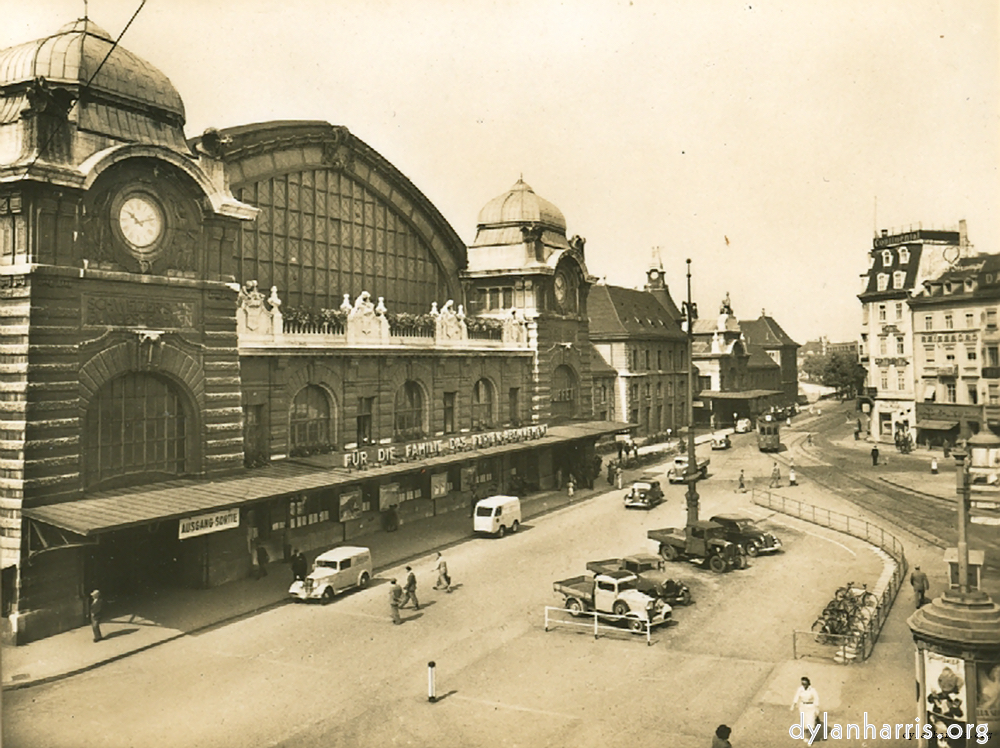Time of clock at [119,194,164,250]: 10:12
